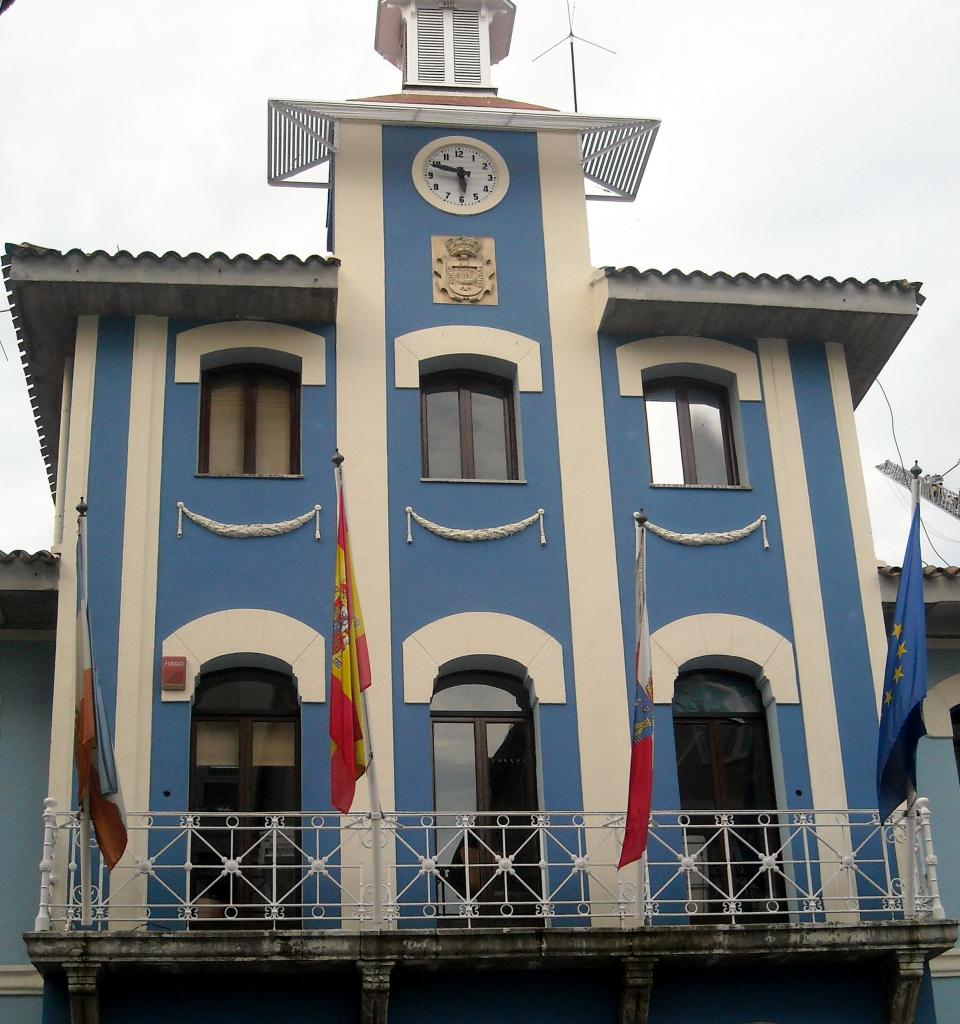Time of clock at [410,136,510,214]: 5:48
